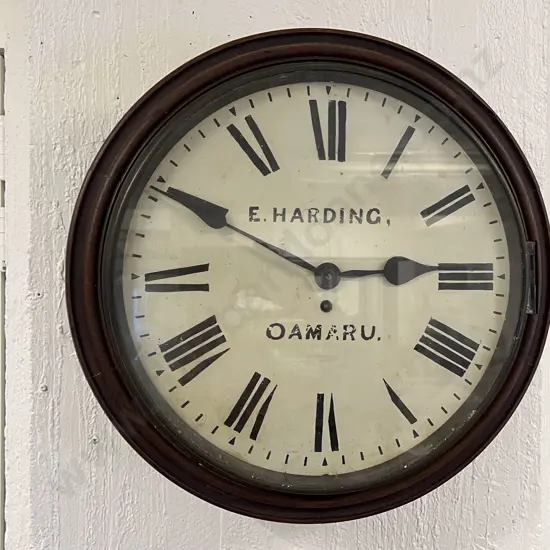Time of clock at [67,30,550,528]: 2:49
